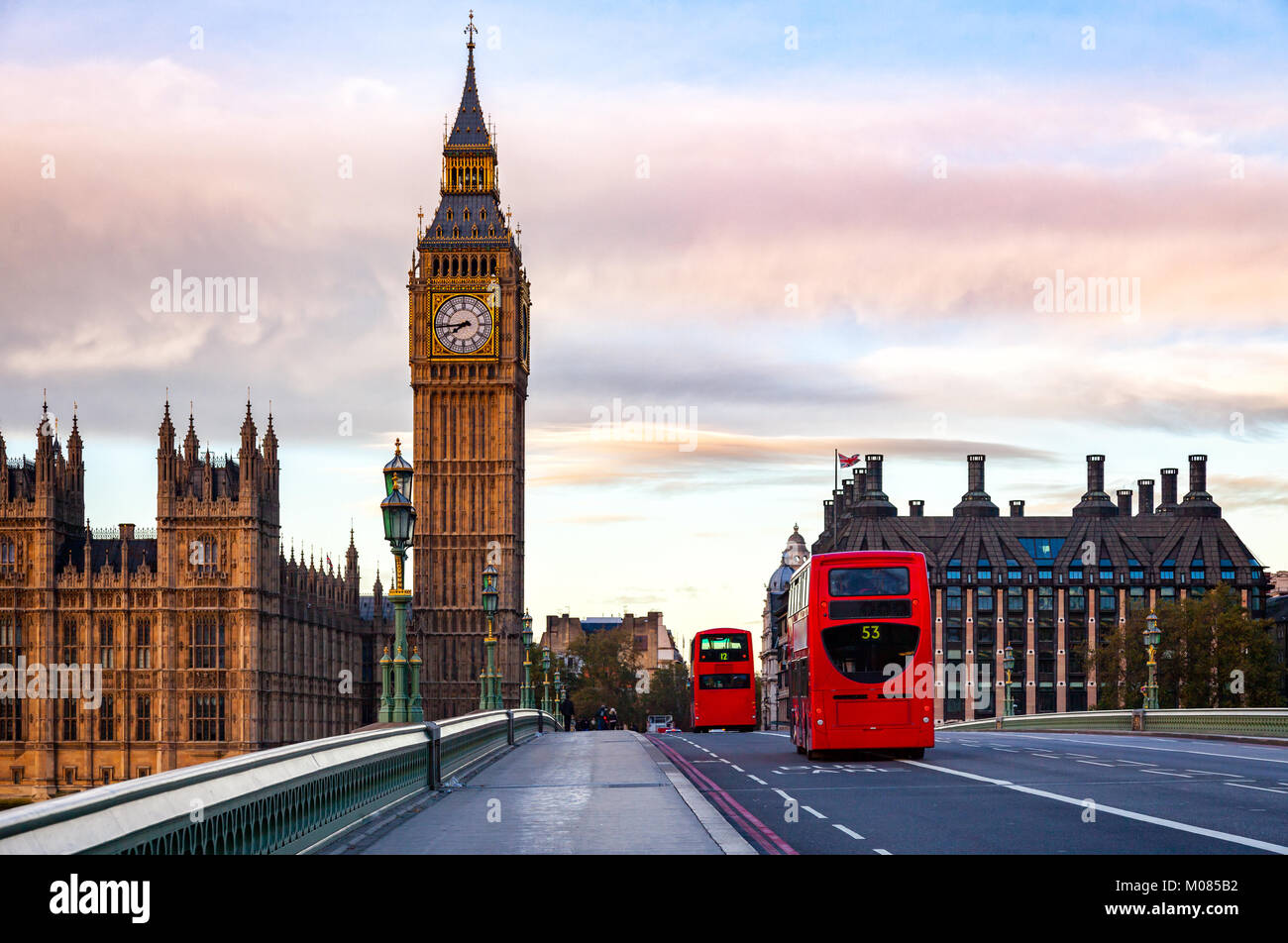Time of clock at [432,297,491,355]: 7:44
